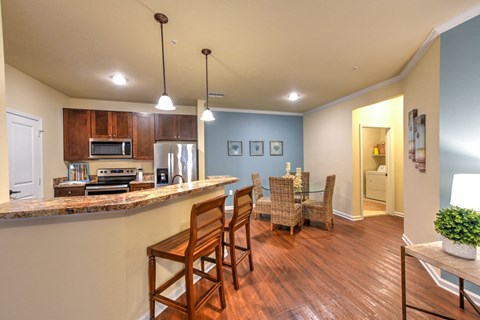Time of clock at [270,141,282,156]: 4:12
